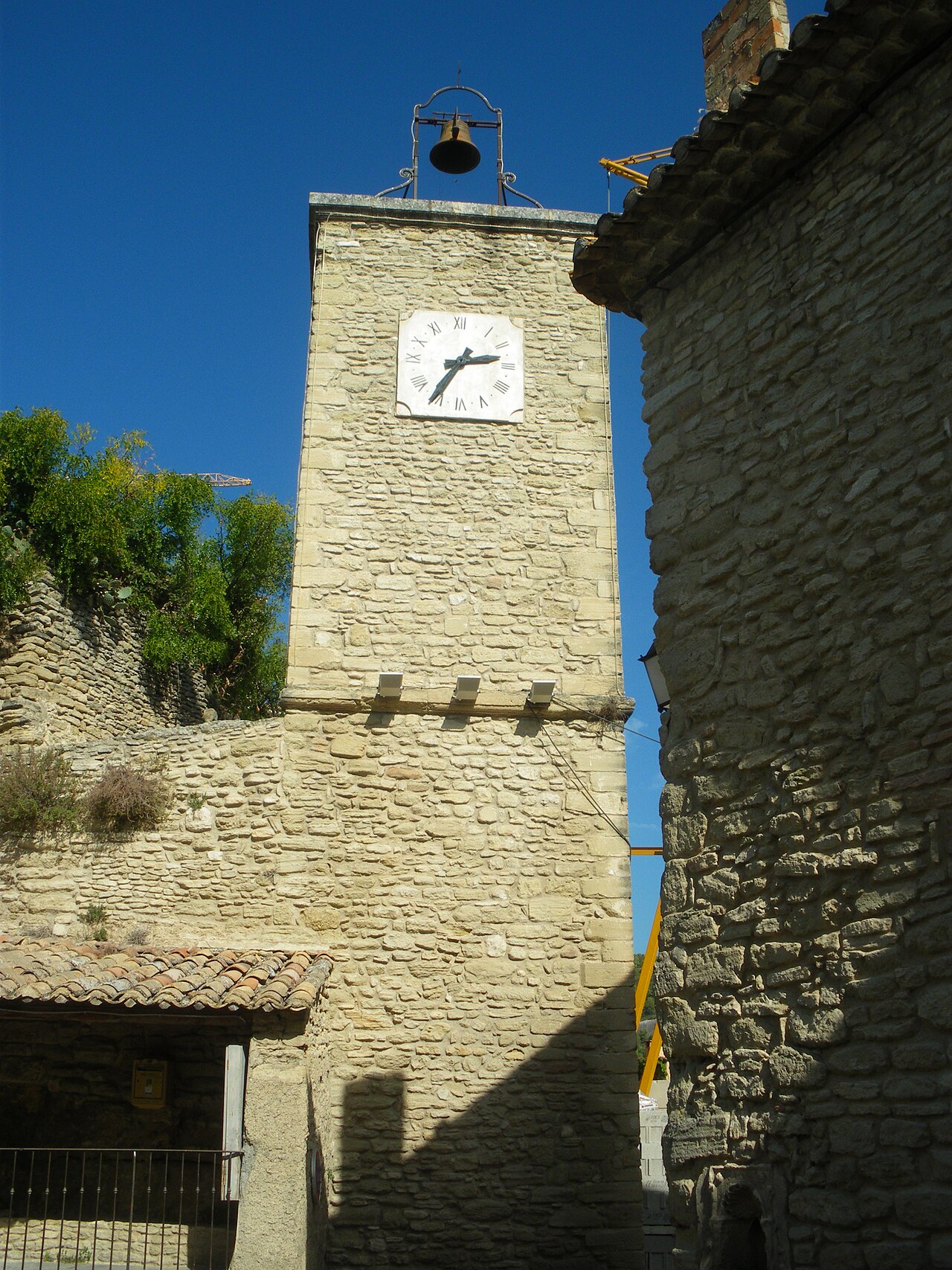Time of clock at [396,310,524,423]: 2:35
